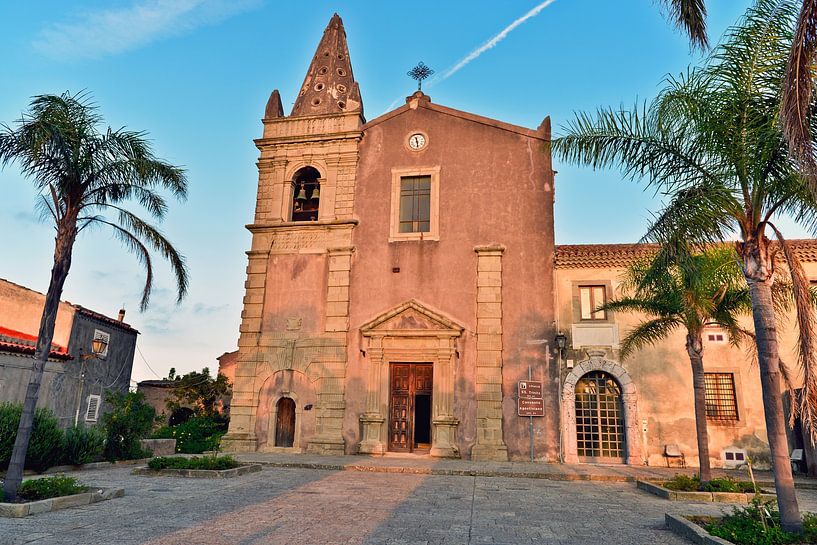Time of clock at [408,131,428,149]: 11:28
